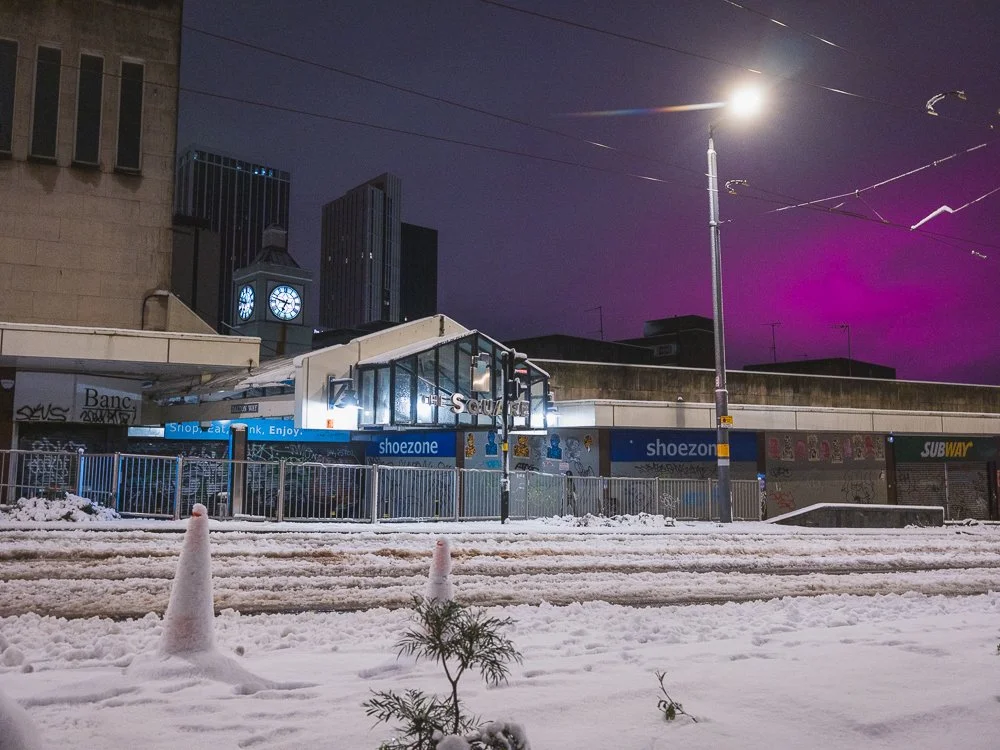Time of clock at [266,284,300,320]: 6:47
